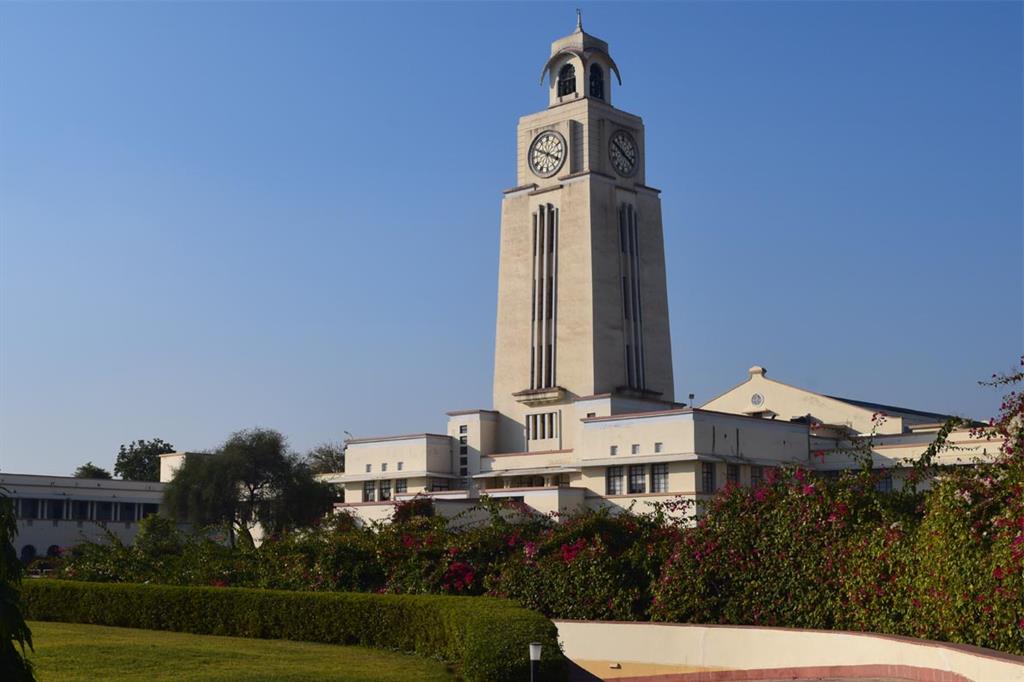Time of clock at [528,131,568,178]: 3:48
